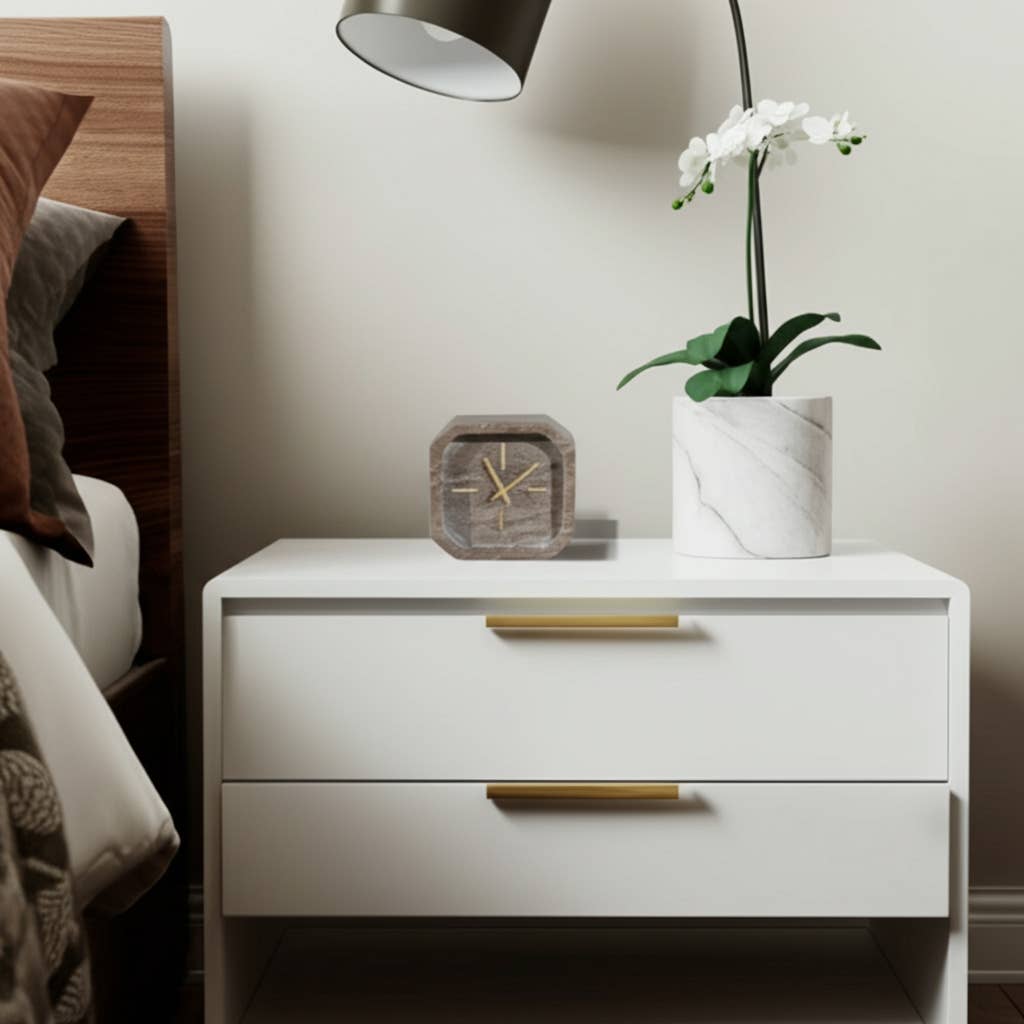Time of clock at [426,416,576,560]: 11:07
